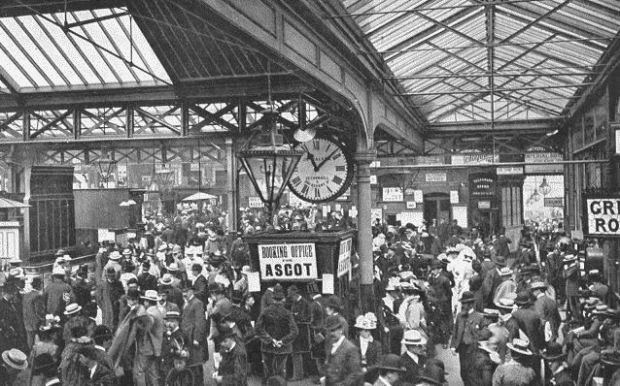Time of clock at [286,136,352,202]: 11:07
